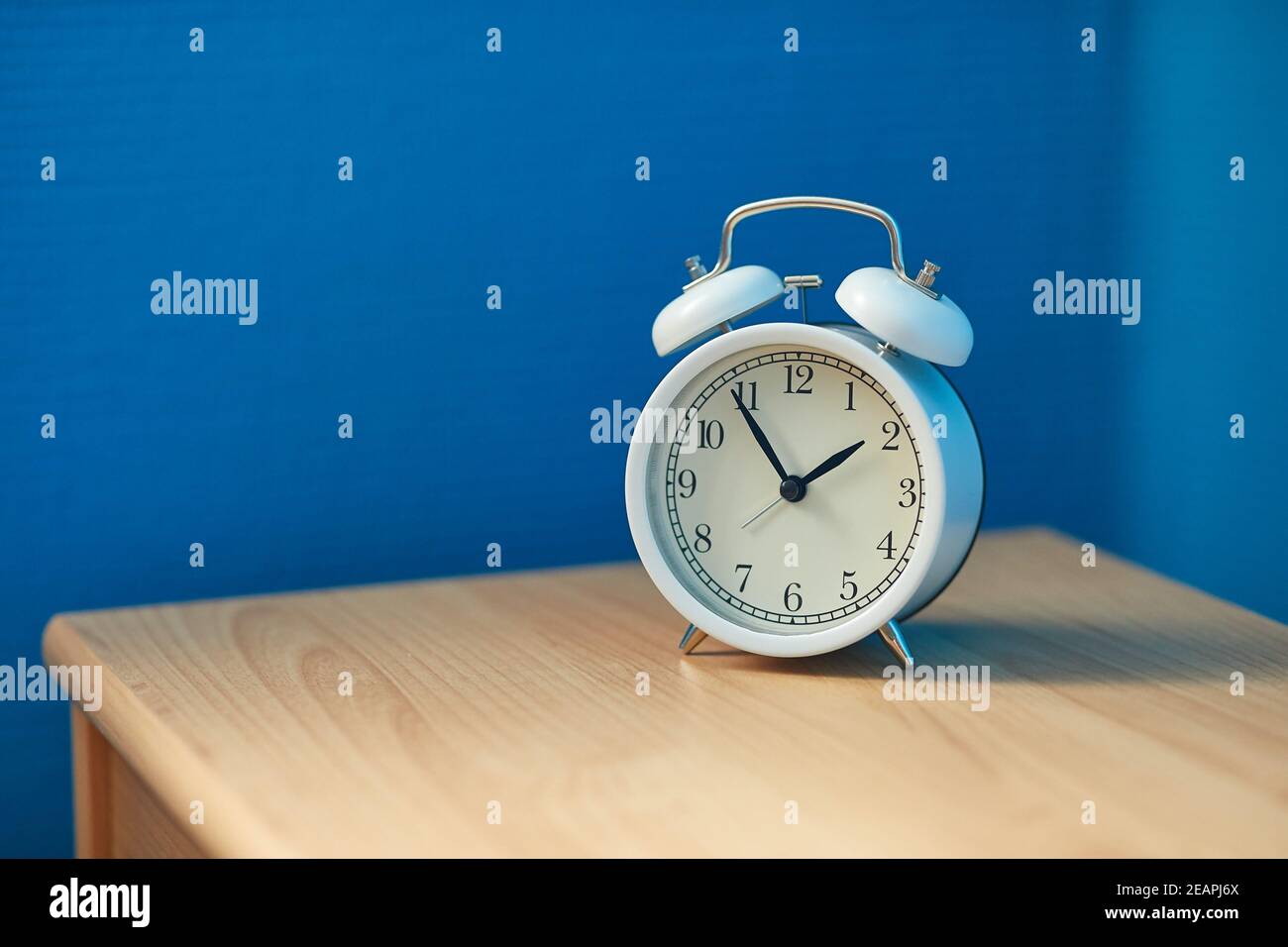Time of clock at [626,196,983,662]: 1:54
